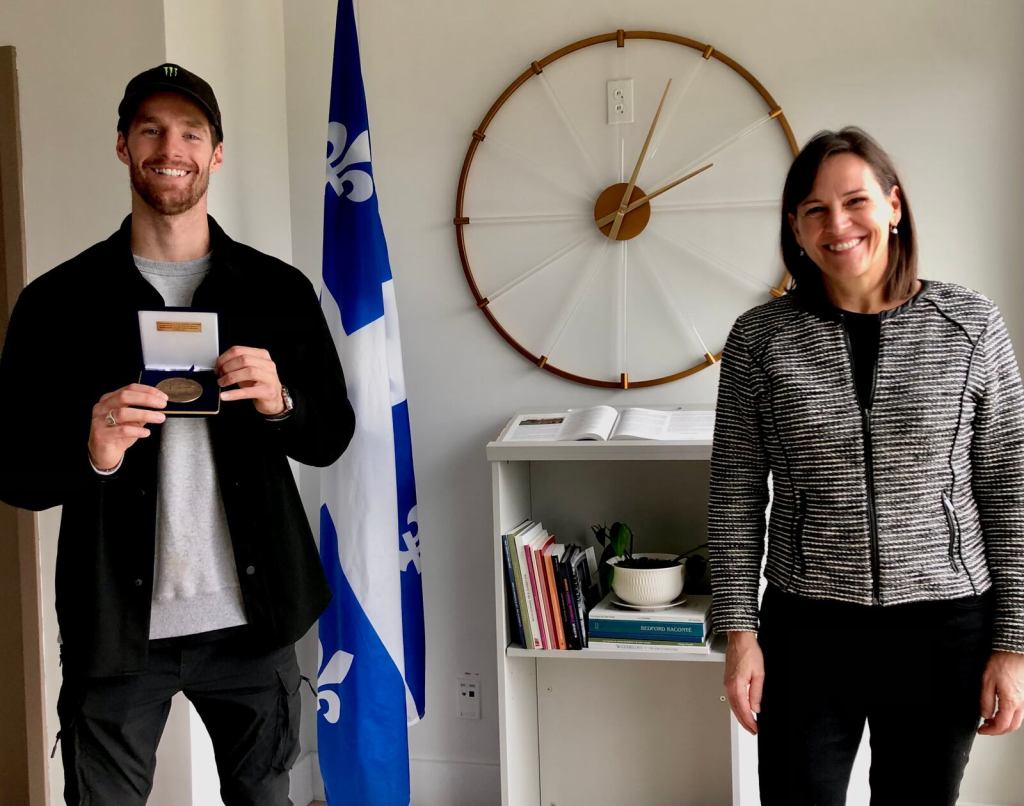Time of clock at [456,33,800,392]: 2:03
